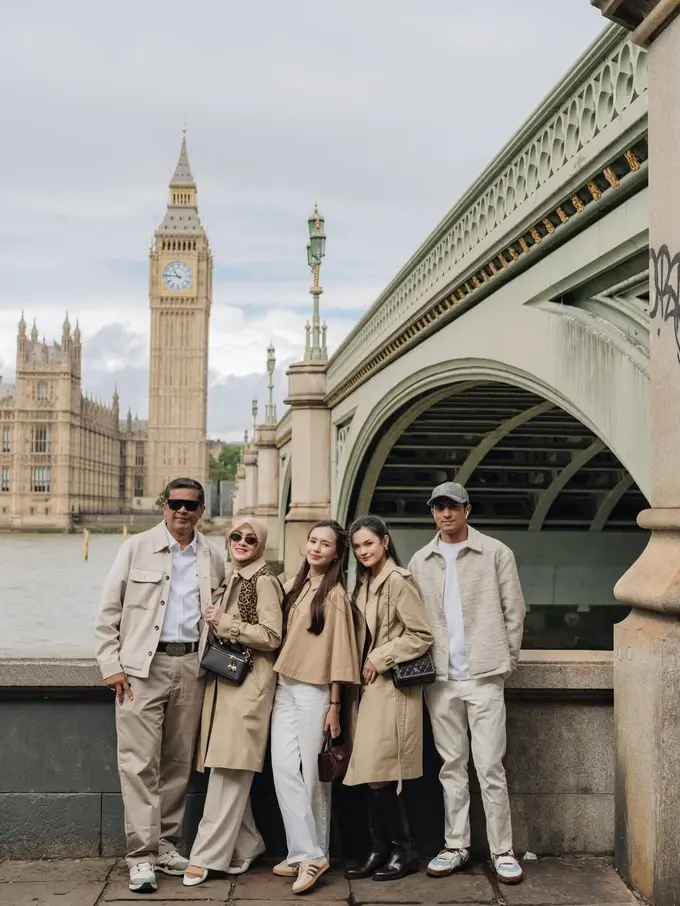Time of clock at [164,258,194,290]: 10:45
